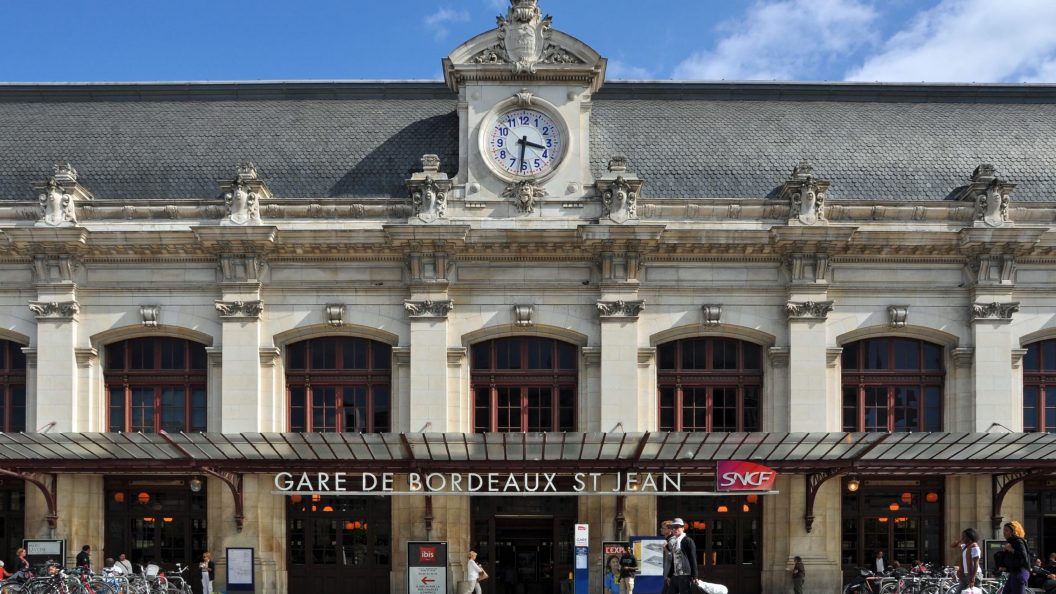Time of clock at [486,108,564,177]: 3:31
